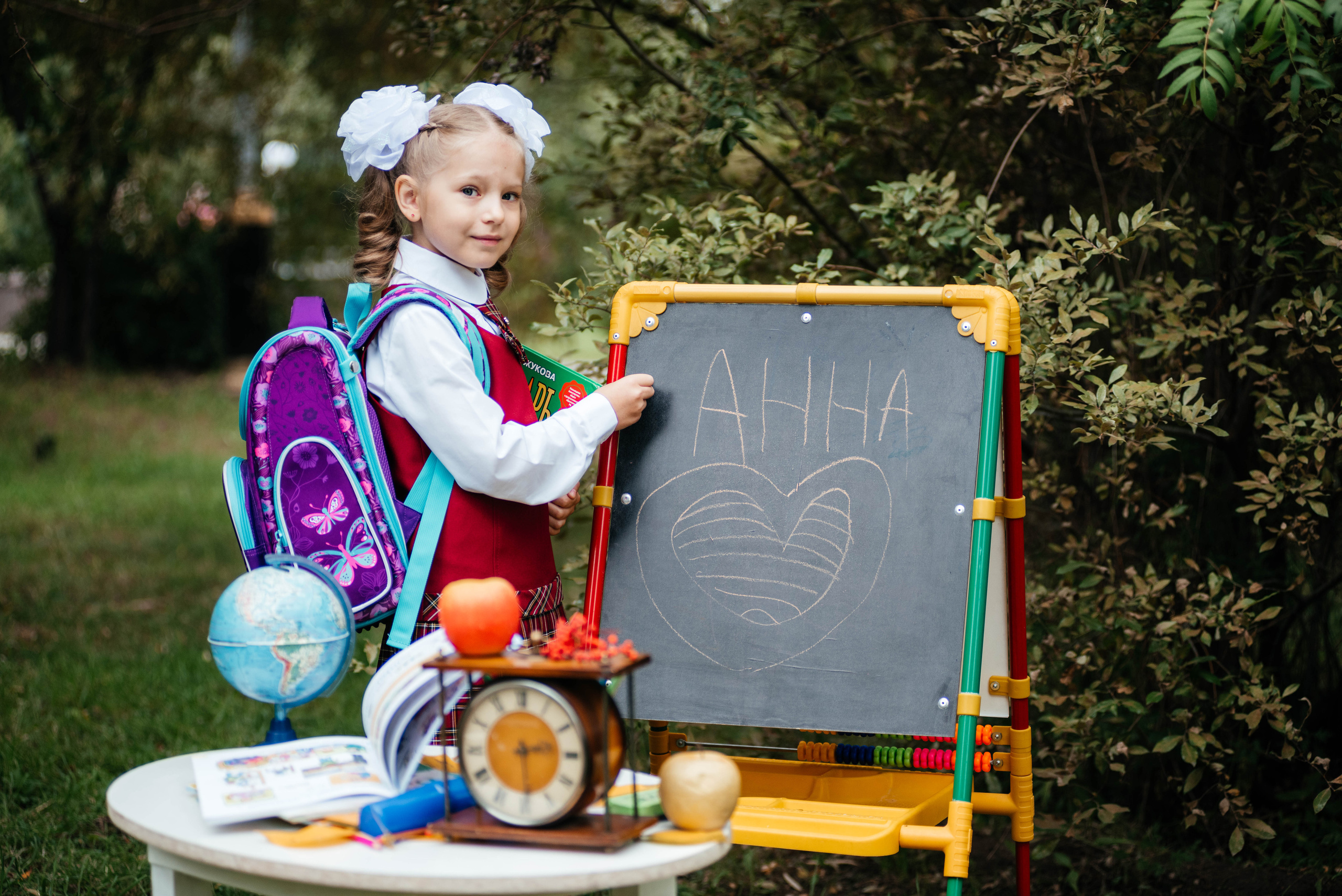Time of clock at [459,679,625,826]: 2:29
